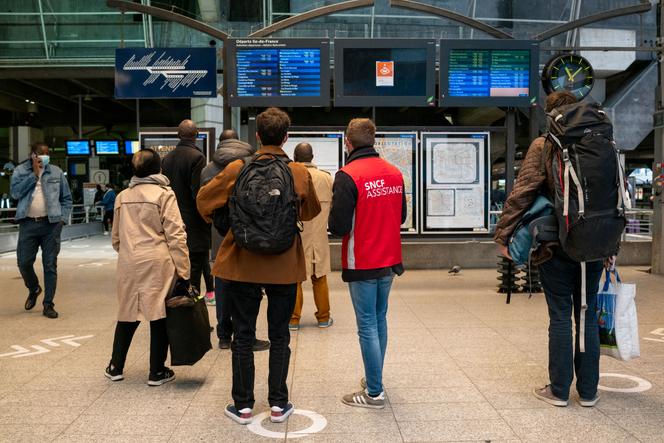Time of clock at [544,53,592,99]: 11:07
